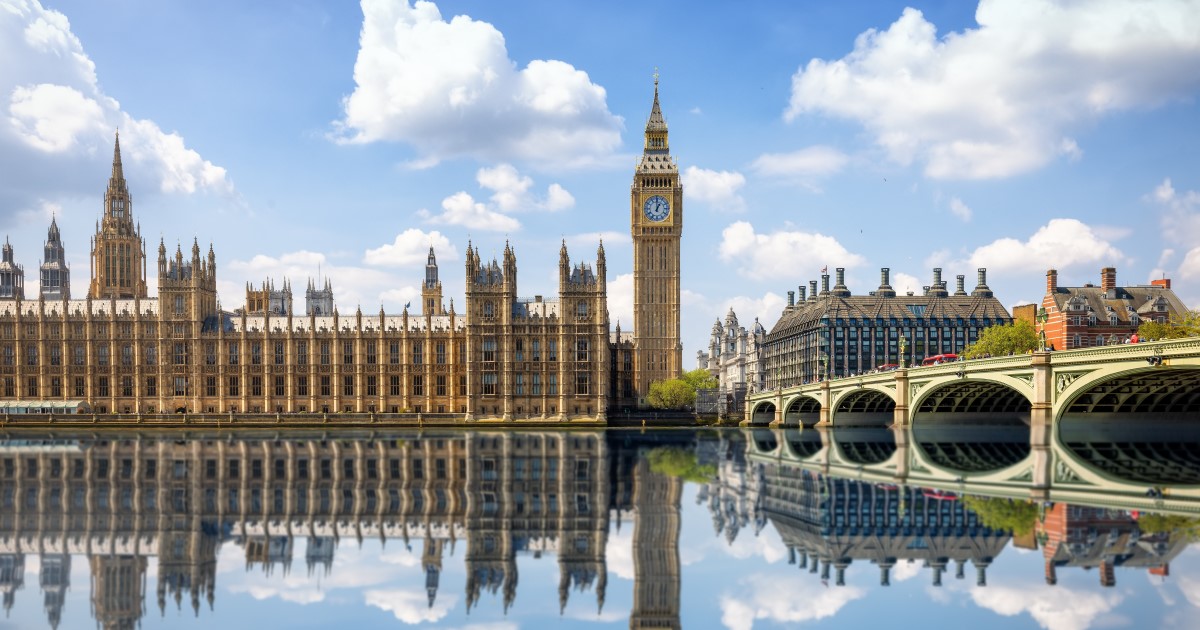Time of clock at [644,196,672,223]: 1:00
